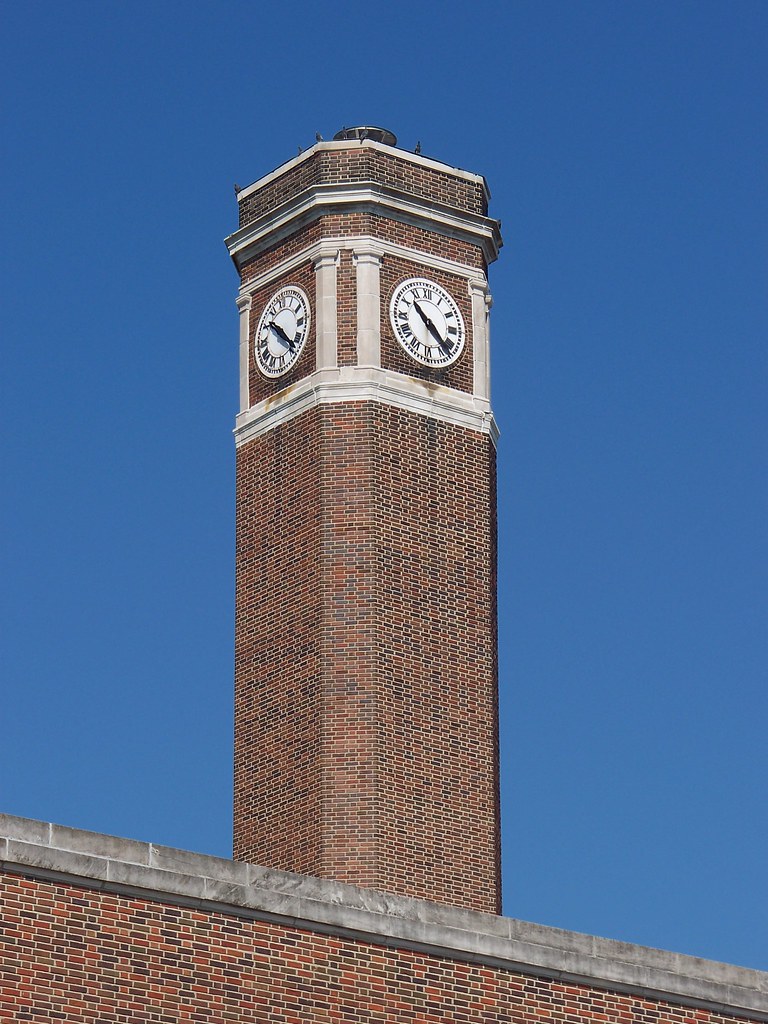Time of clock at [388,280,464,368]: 10:22
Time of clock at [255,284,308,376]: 10:22
